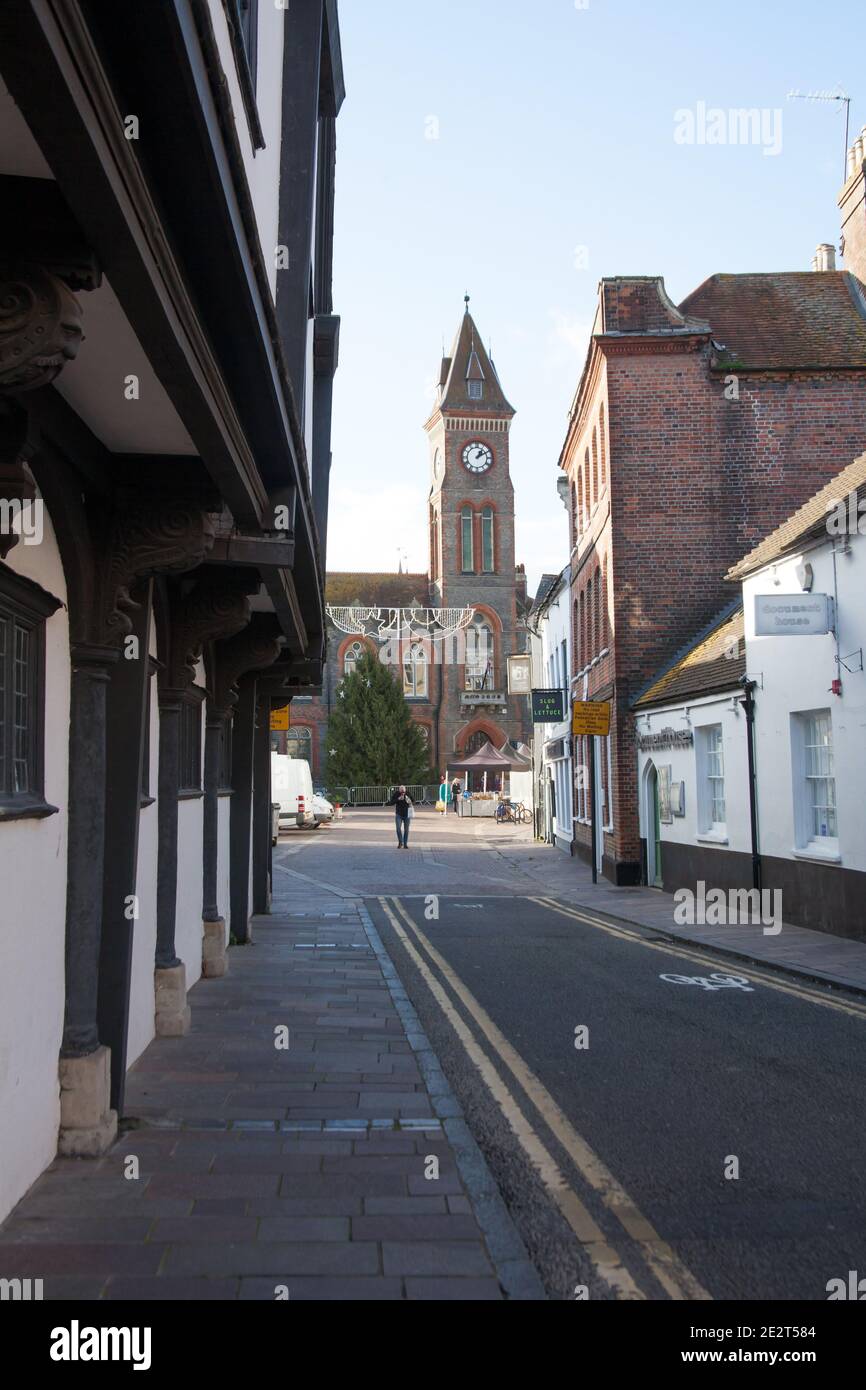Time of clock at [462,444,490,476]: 1:10
